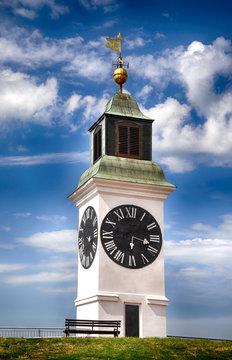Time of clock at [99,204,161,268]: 6:17
